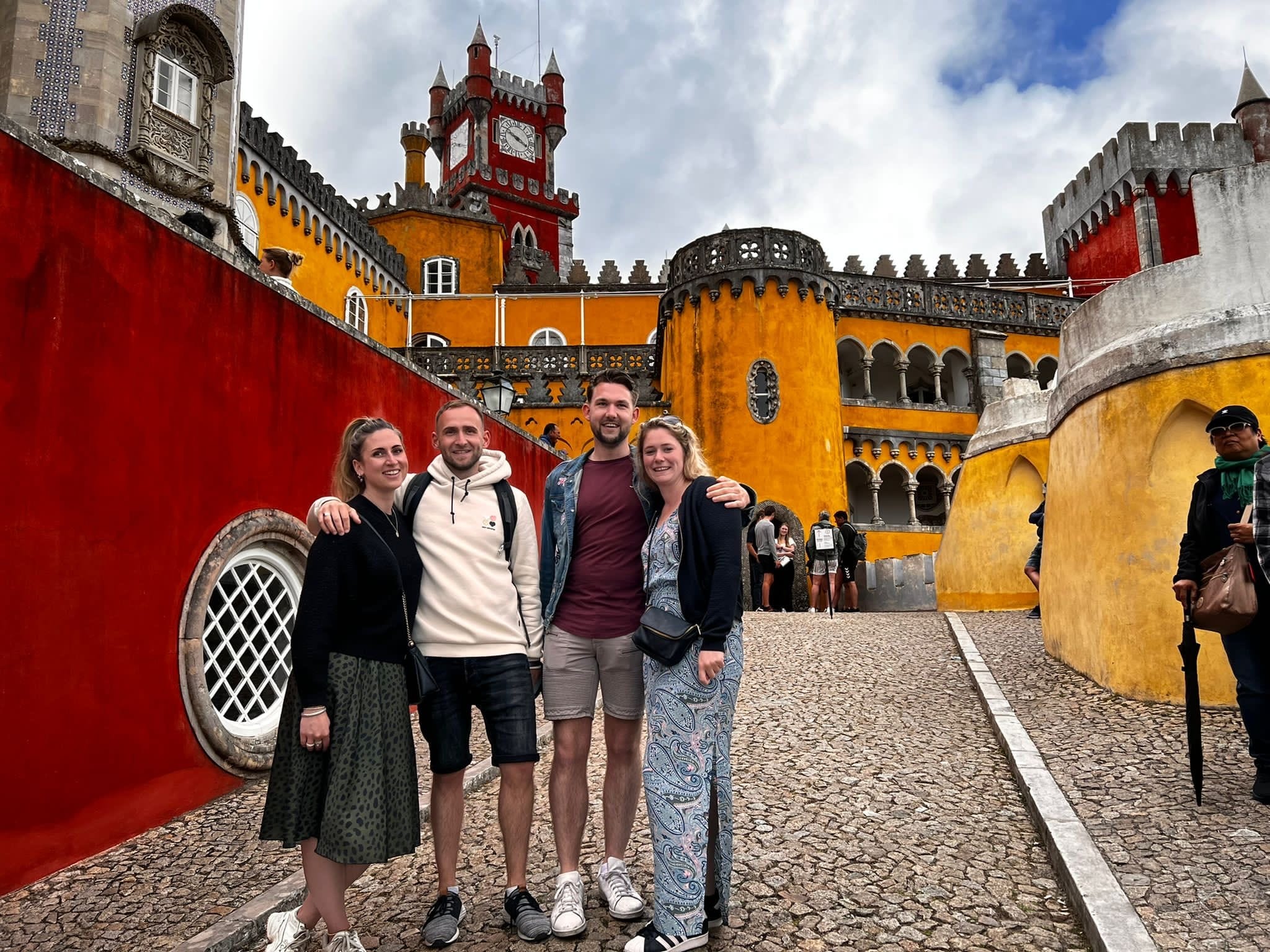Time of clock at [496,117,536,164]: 3:48
